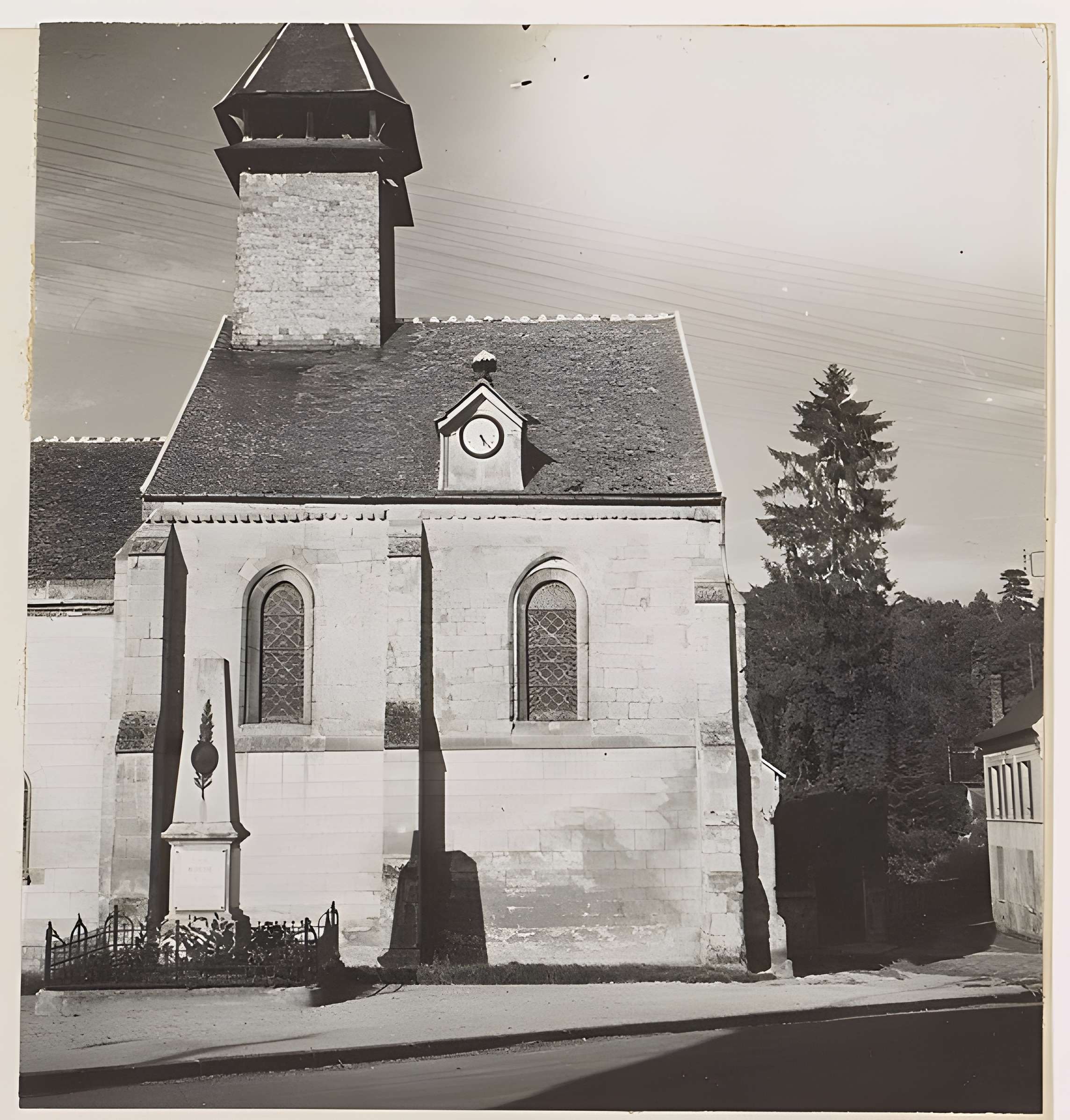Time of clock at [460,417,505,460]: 5:23
